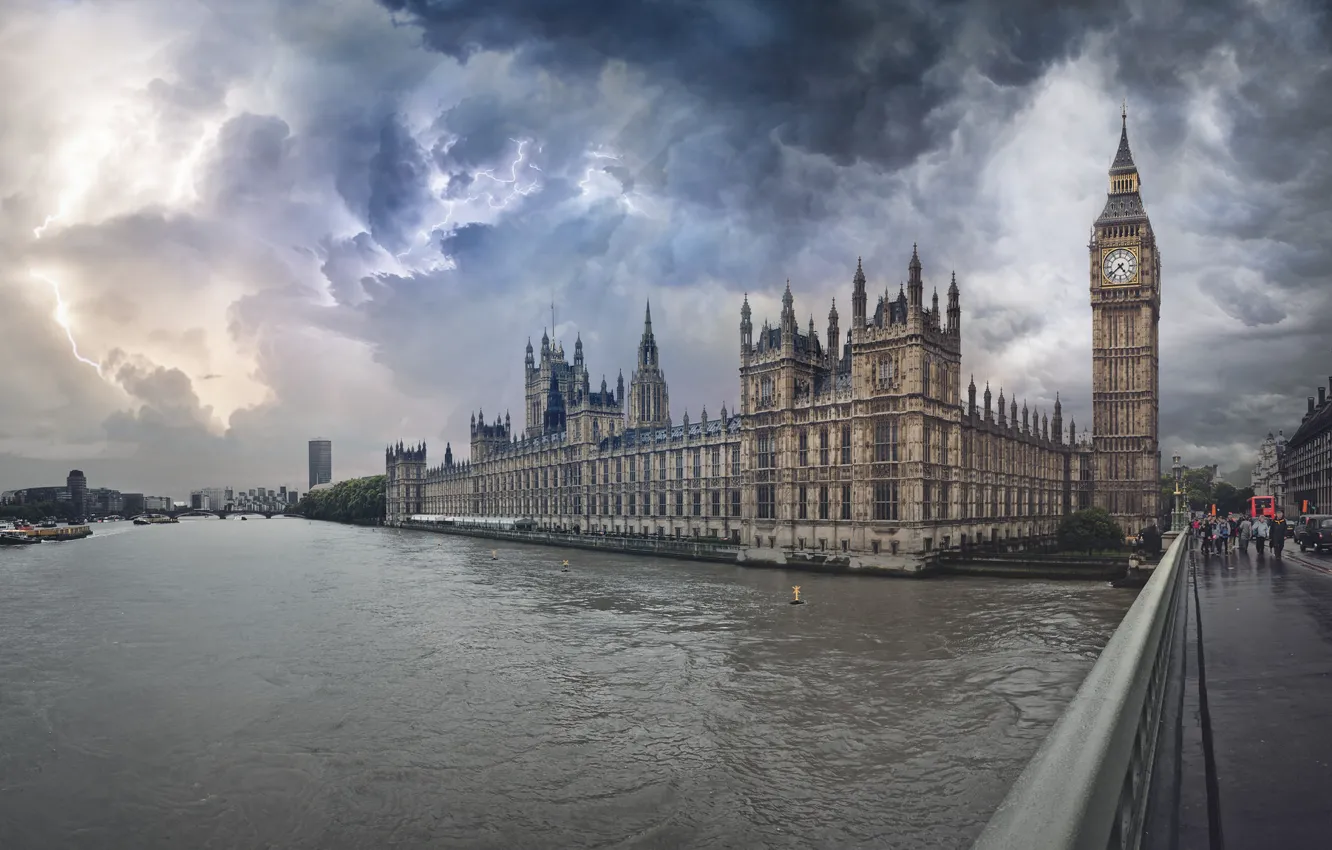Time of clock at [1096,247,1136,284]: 4:38
